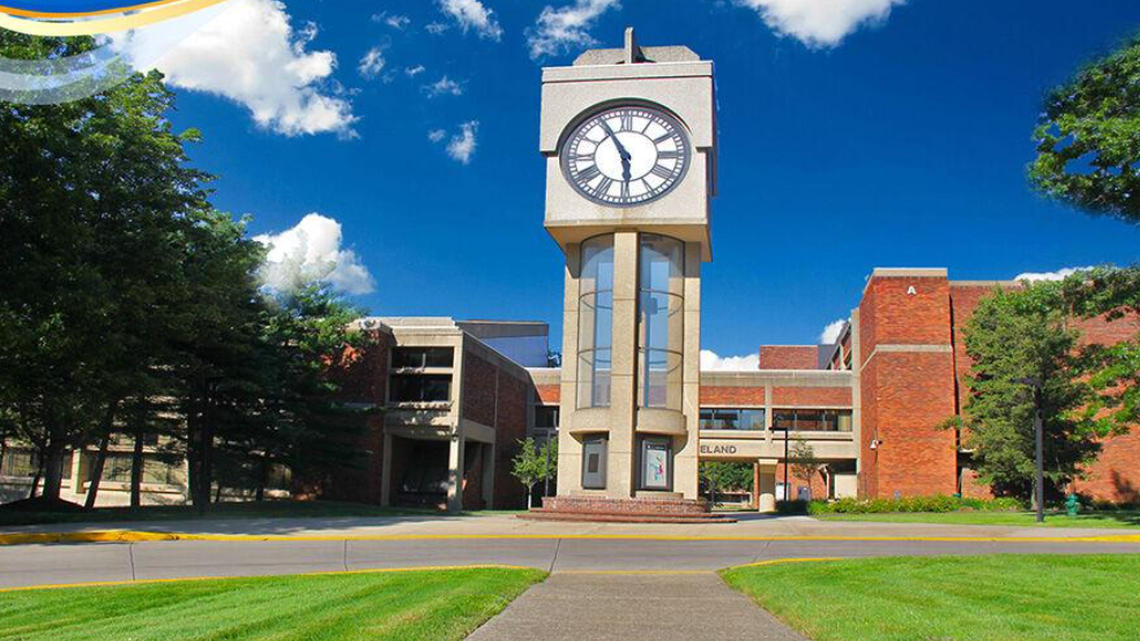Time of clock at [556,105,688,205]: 5:55
